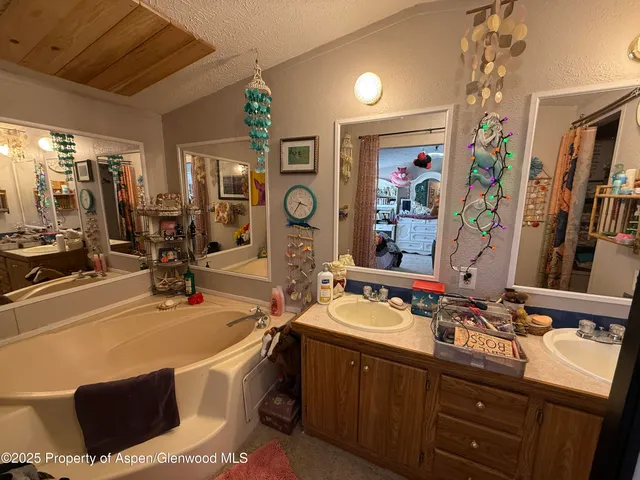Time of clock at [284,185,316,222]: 3:35
